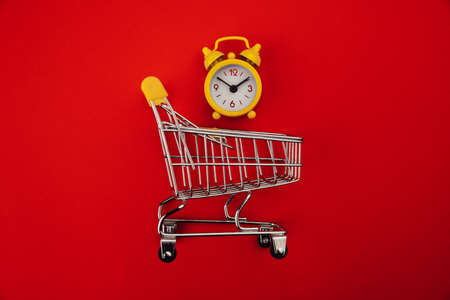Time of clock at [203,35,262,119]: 1:50
